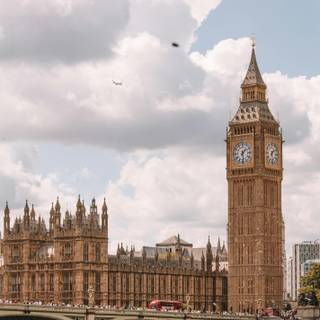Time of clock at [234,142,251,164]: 1:28
